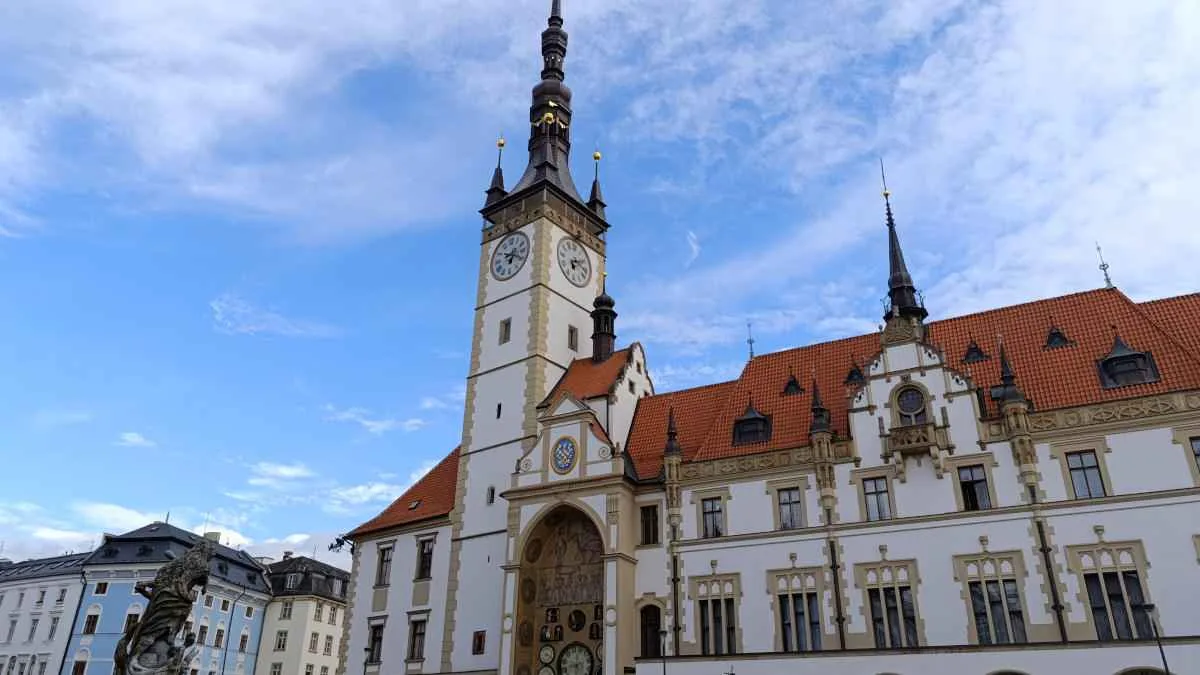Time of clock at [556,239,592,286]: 6:10
